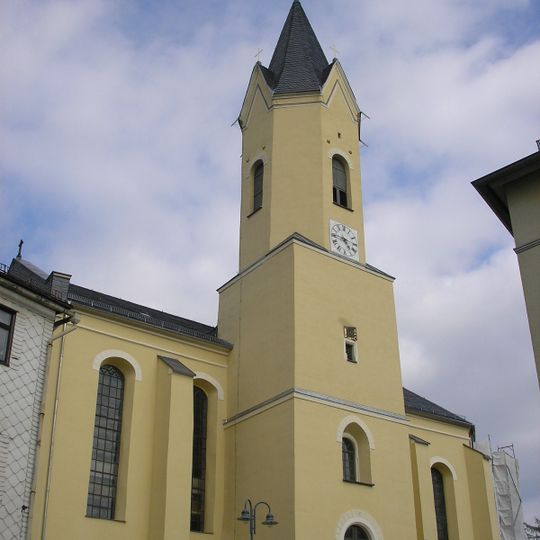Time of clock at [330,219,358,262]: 4:45
